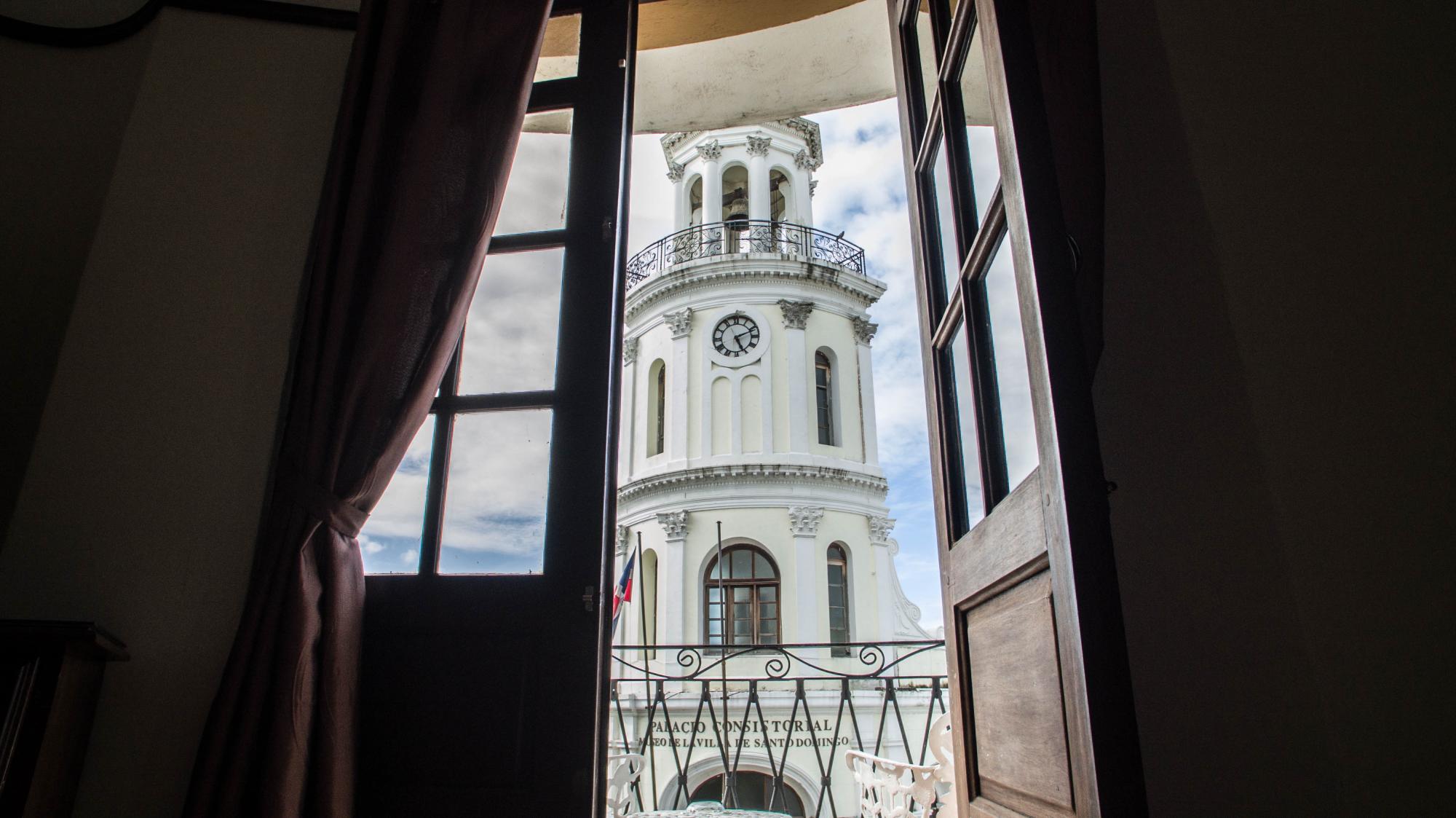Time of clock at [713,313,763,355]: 5:11
